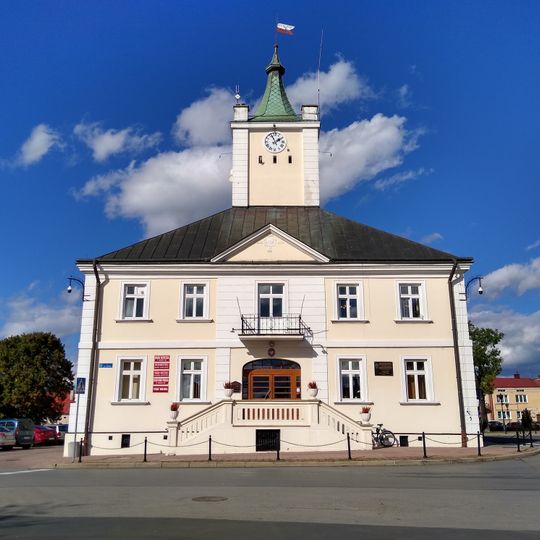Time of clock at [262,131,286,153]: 1:56
